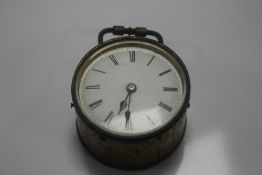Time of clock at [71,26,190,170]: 6:30
